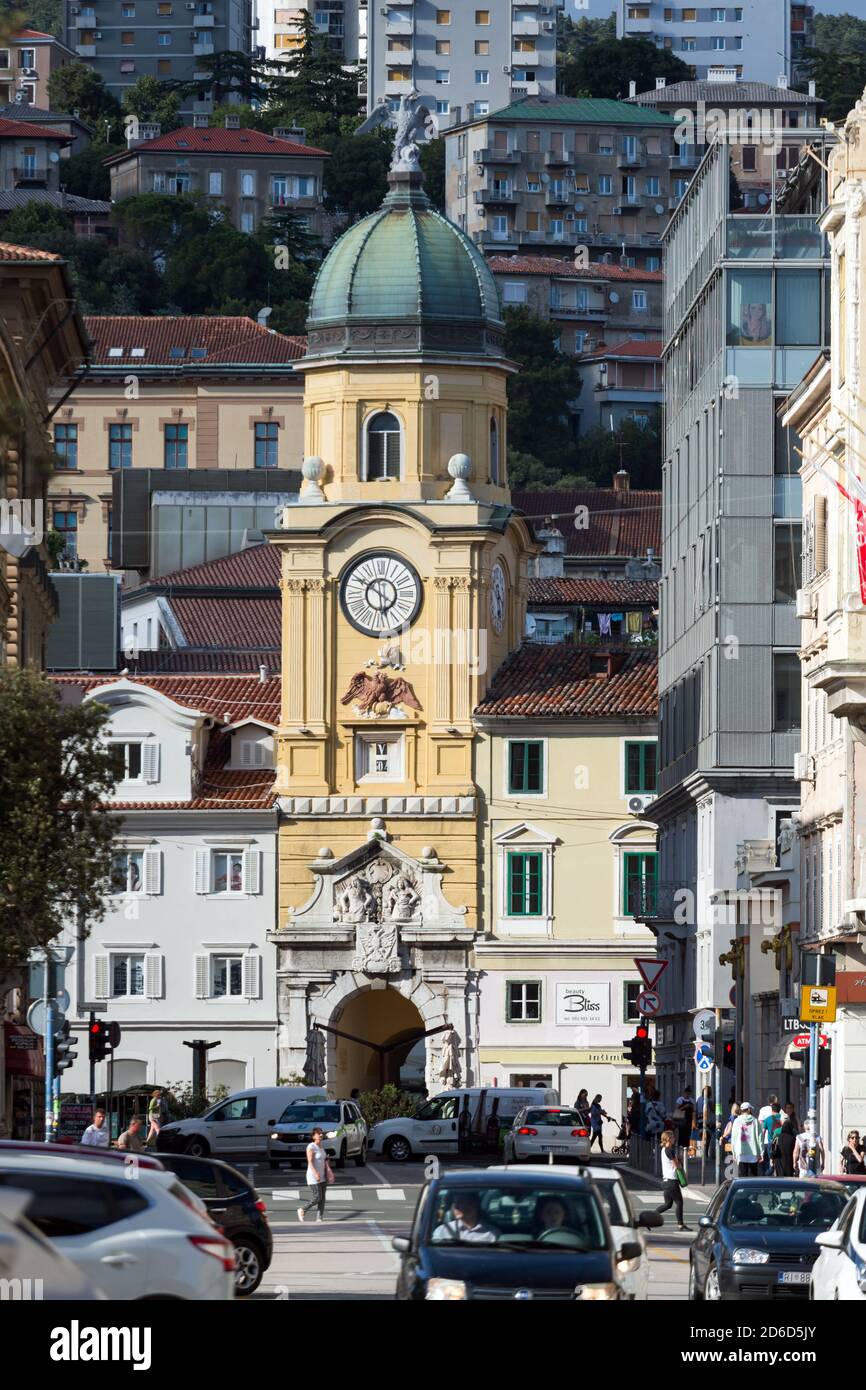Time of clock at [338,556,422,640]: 5:50
